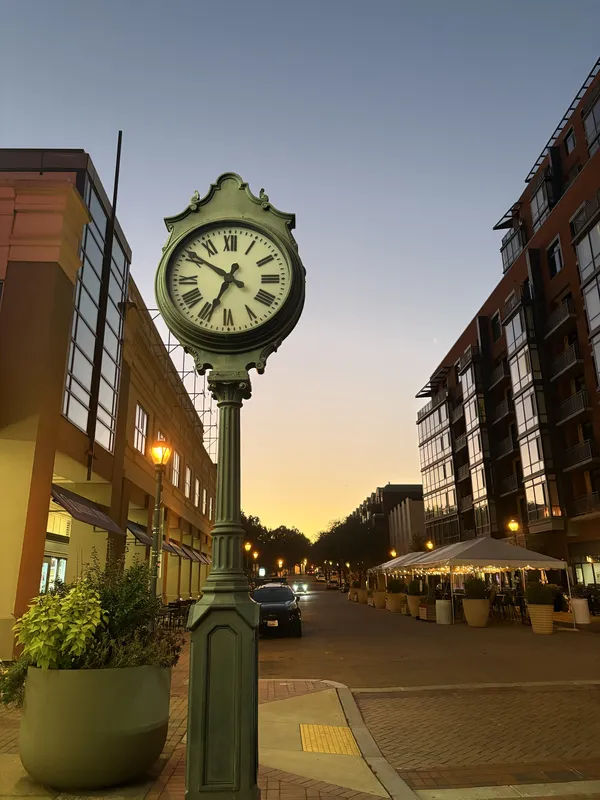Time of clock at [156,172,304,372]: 6:50
